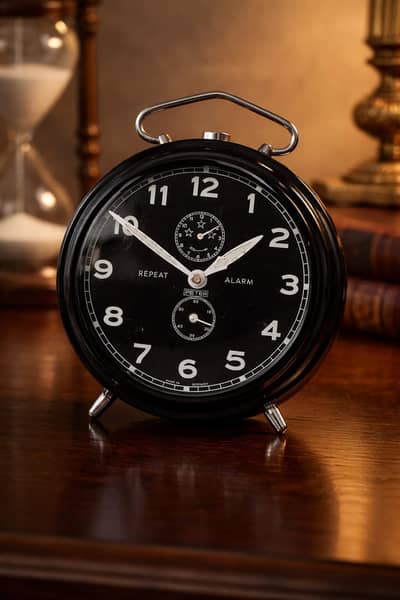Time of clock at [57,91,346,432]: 1:50
